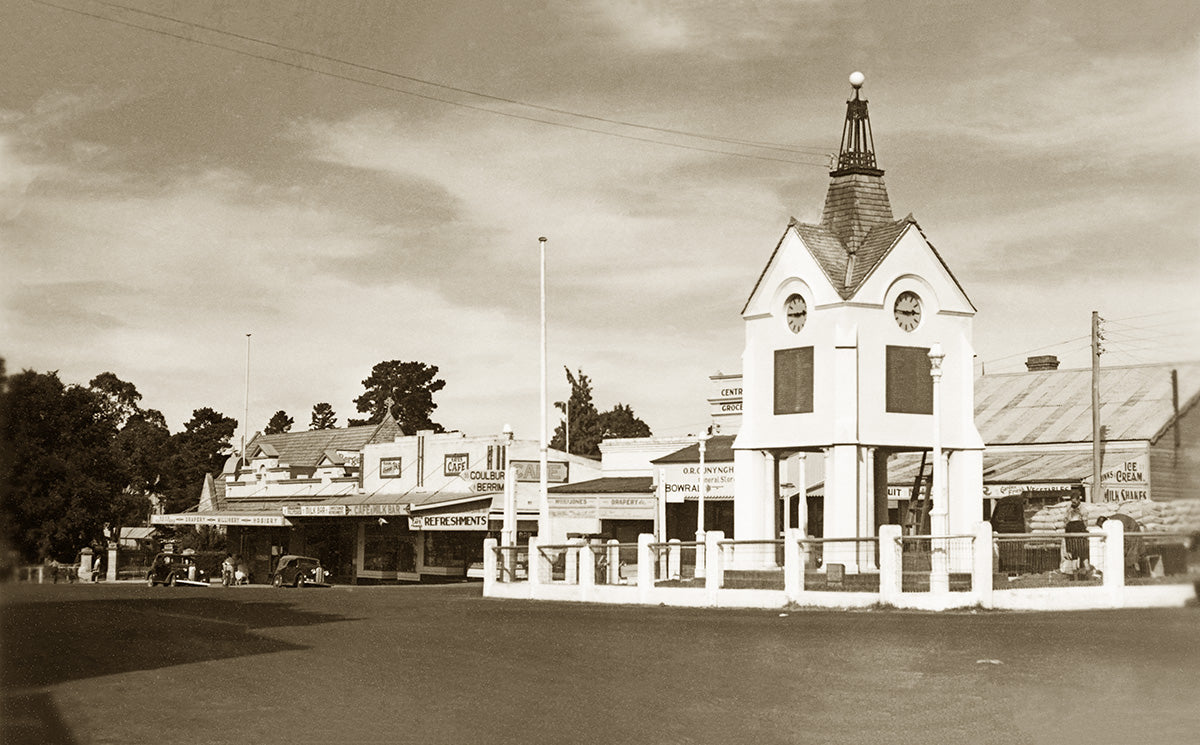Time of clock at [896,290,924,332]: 2:46
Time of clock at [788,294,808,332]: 2:45
